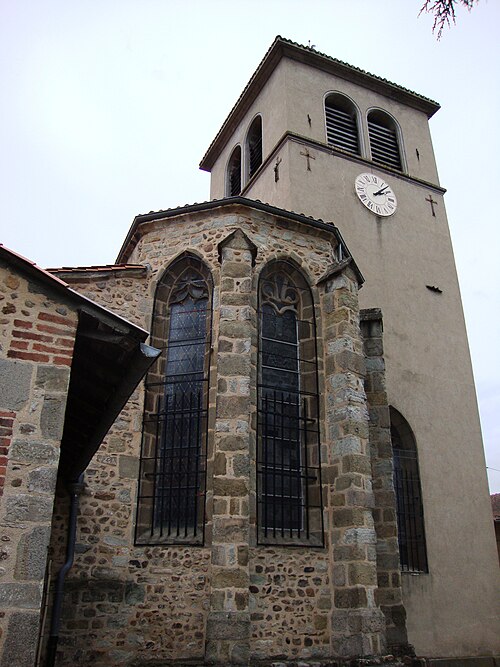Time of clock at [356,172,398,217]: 2:07
